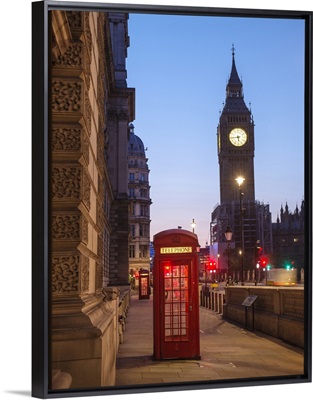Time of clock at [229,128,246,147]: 5:43
